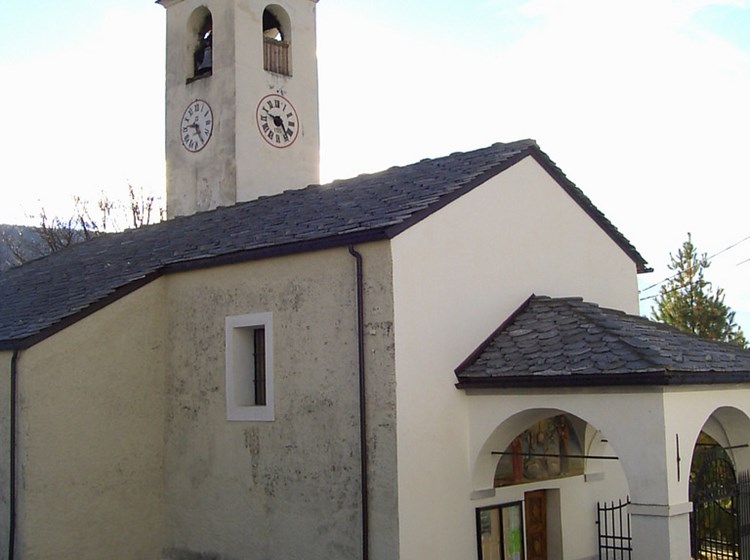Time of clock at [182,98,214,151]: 9:25
